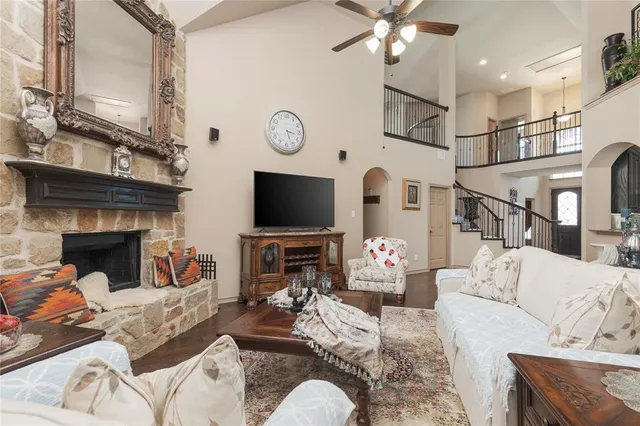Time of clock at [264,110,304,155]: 3:26
